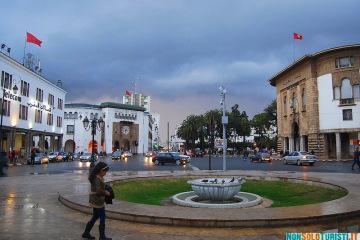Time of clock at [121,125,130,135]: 6:15
